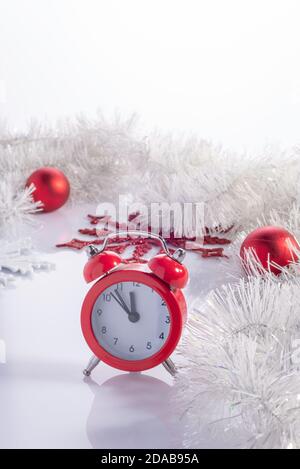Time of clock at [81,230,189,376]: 11:52
